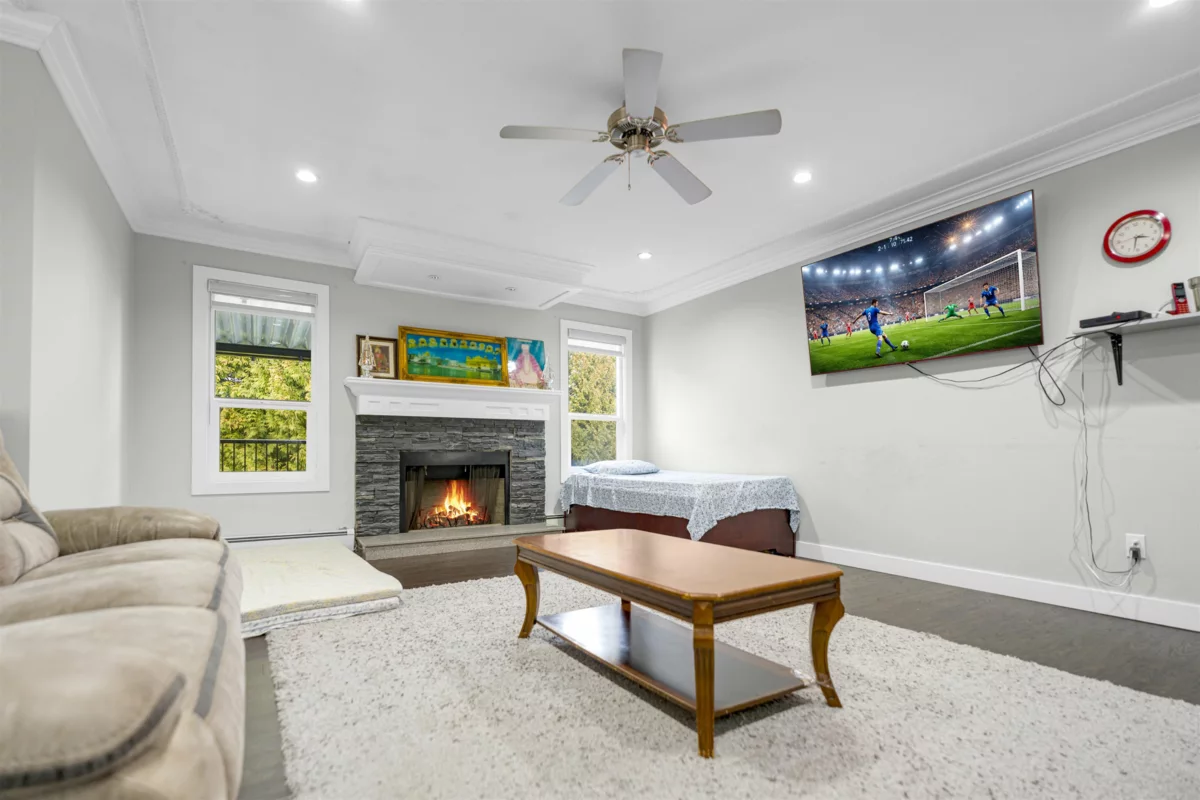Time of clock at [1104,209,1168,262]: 3:32
